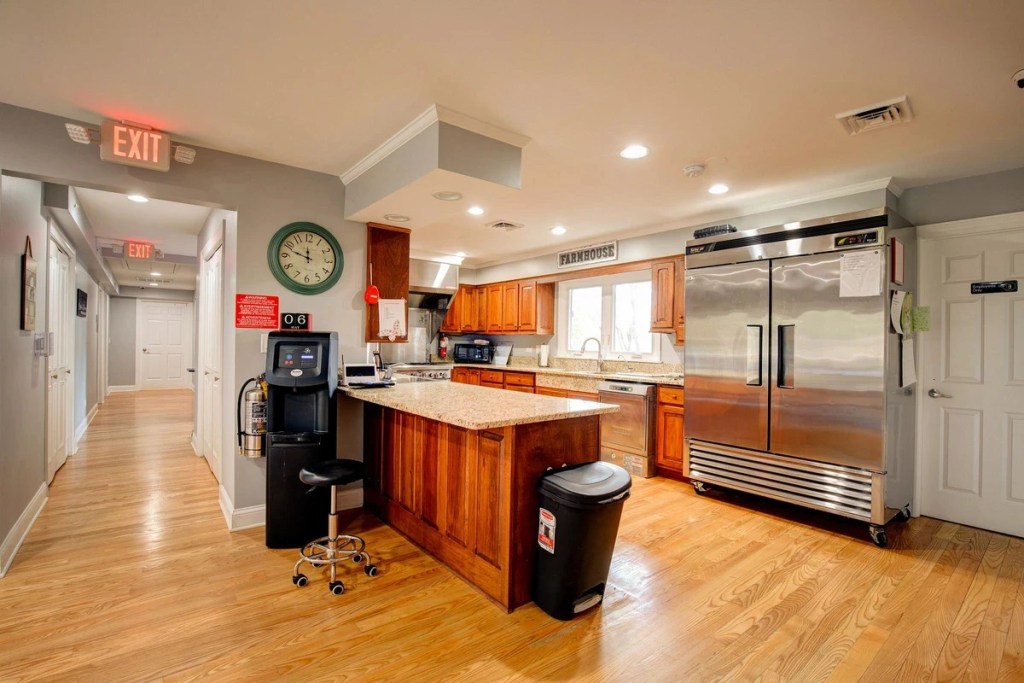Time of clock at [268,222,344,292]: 11:48
